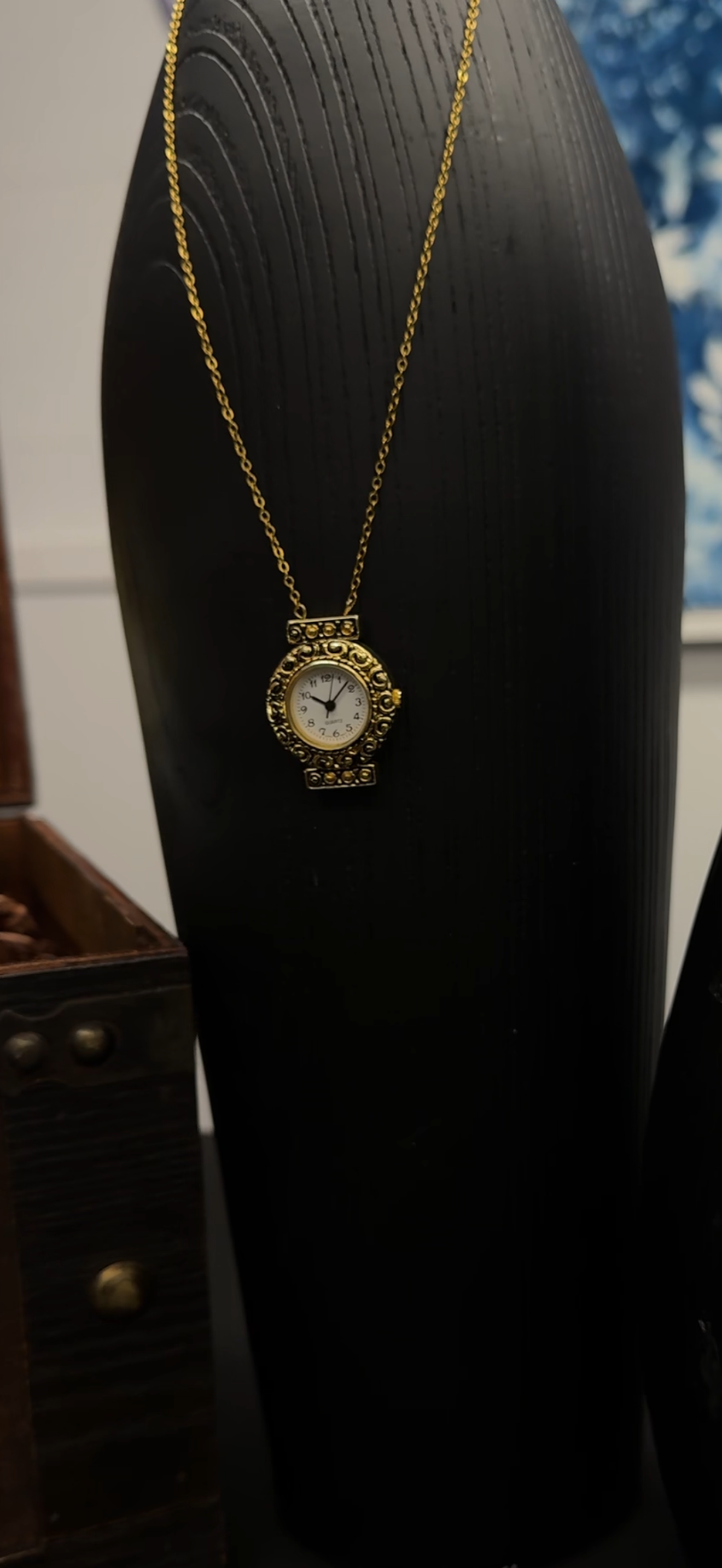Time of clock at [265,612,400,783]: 10:07
